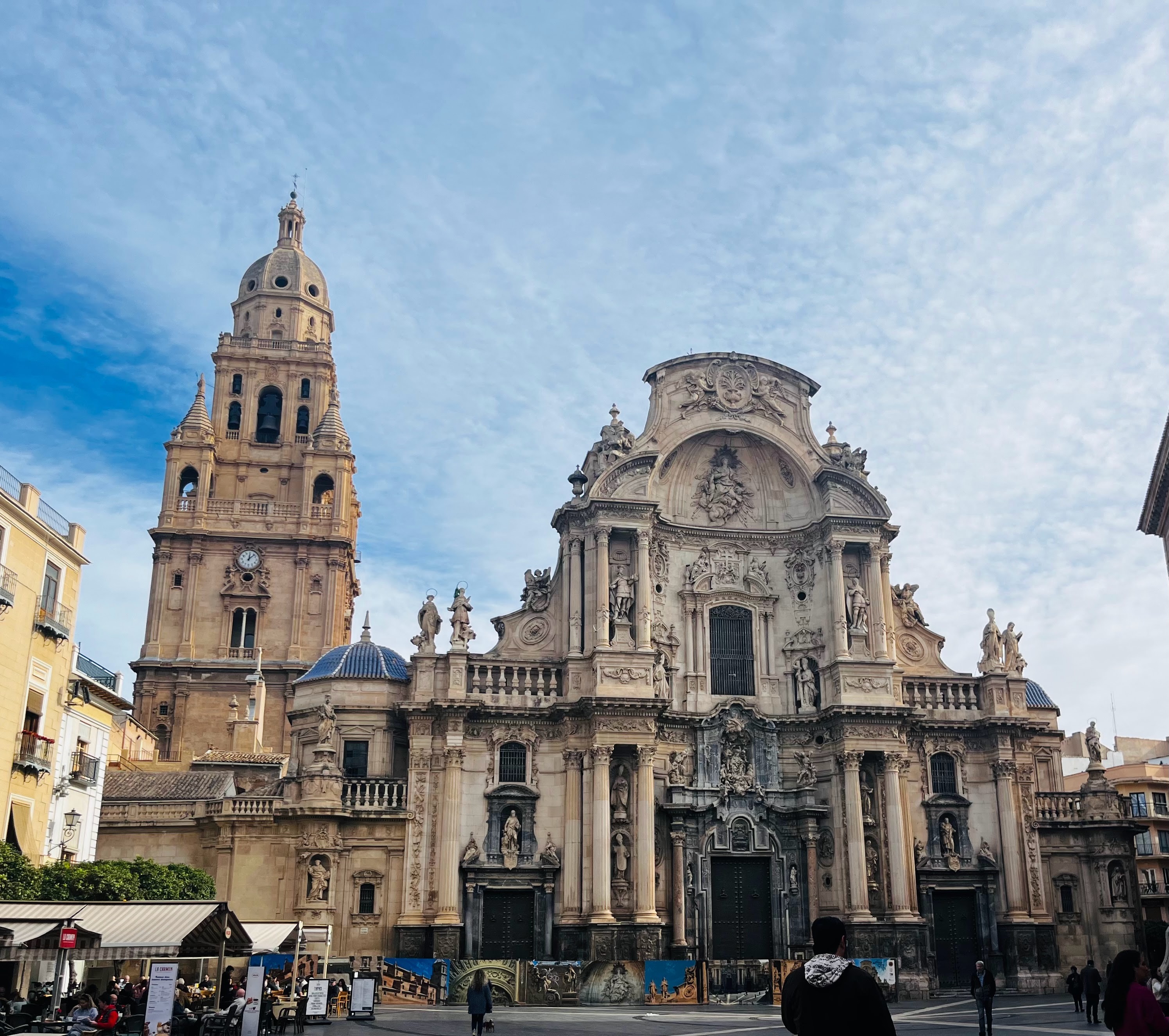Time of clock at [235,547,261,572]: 12:07
